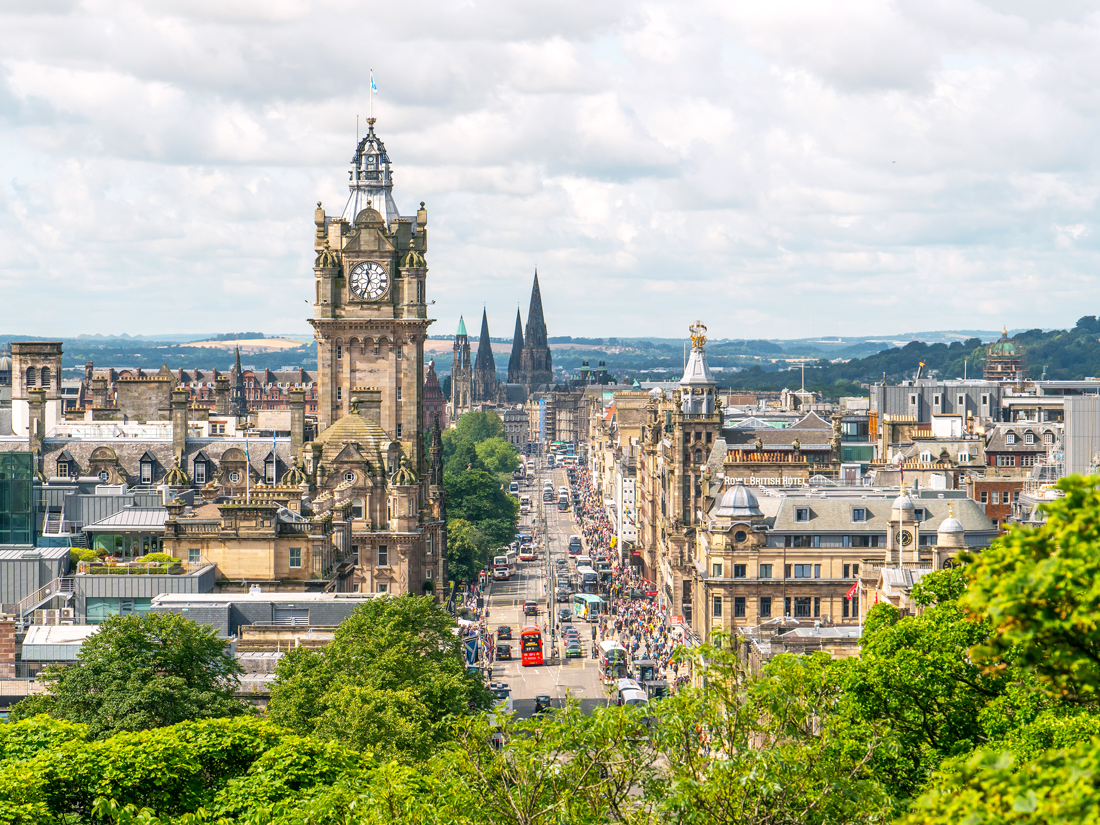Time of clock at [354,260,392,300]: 11:33
